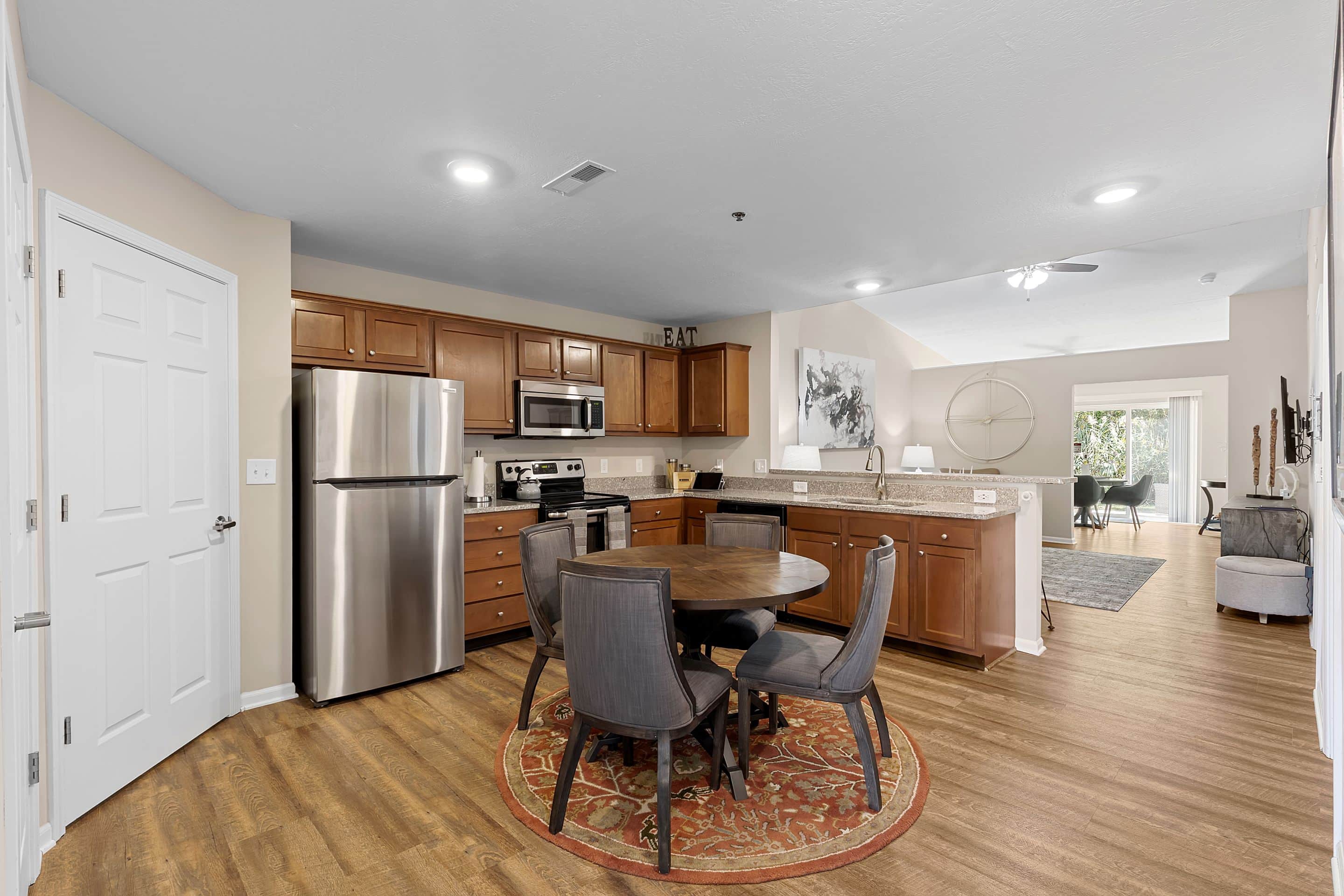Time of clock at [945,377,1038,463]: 2:00
